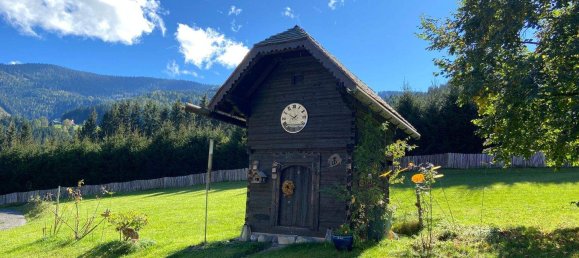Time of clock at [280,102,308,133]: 7:49
